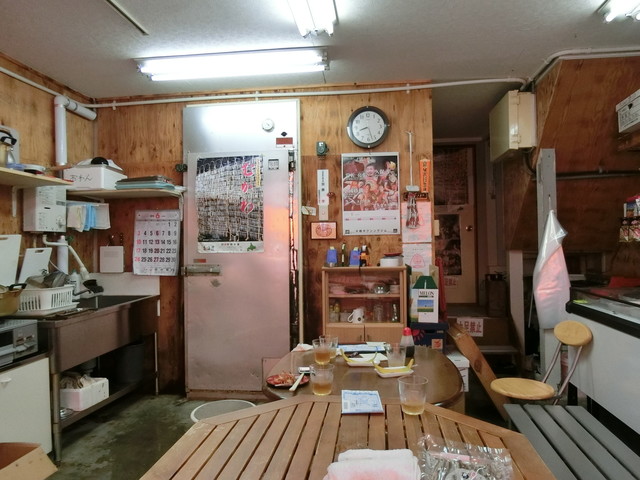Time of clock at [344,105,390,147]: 8:27
